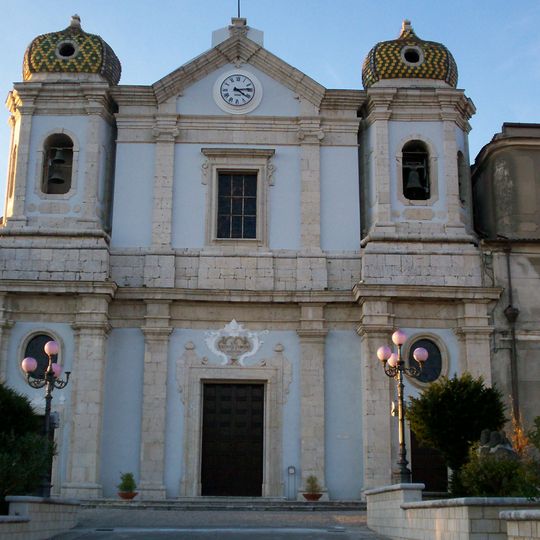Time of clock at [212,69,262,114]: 4:13
